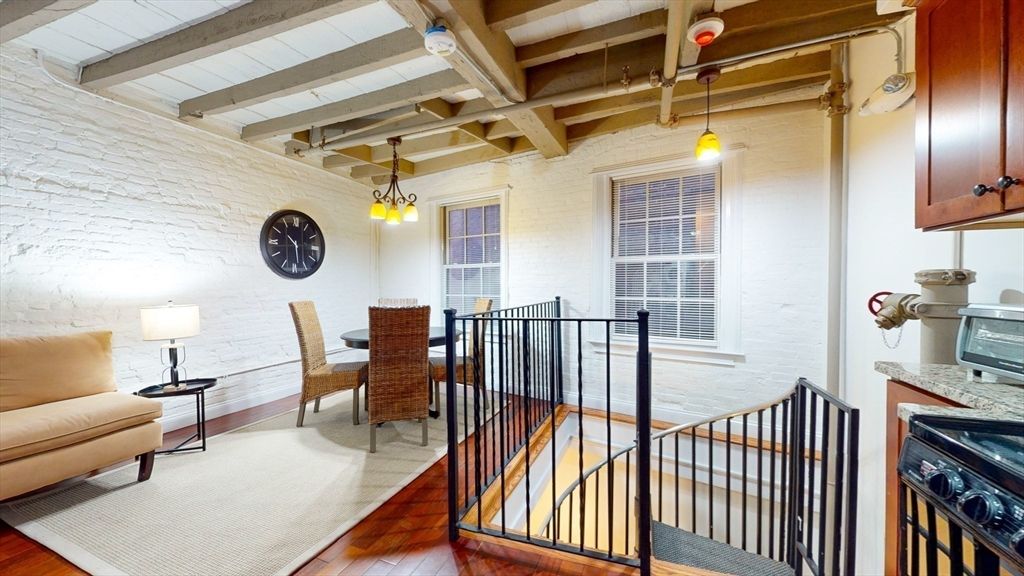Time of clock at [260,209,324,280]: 10:28
